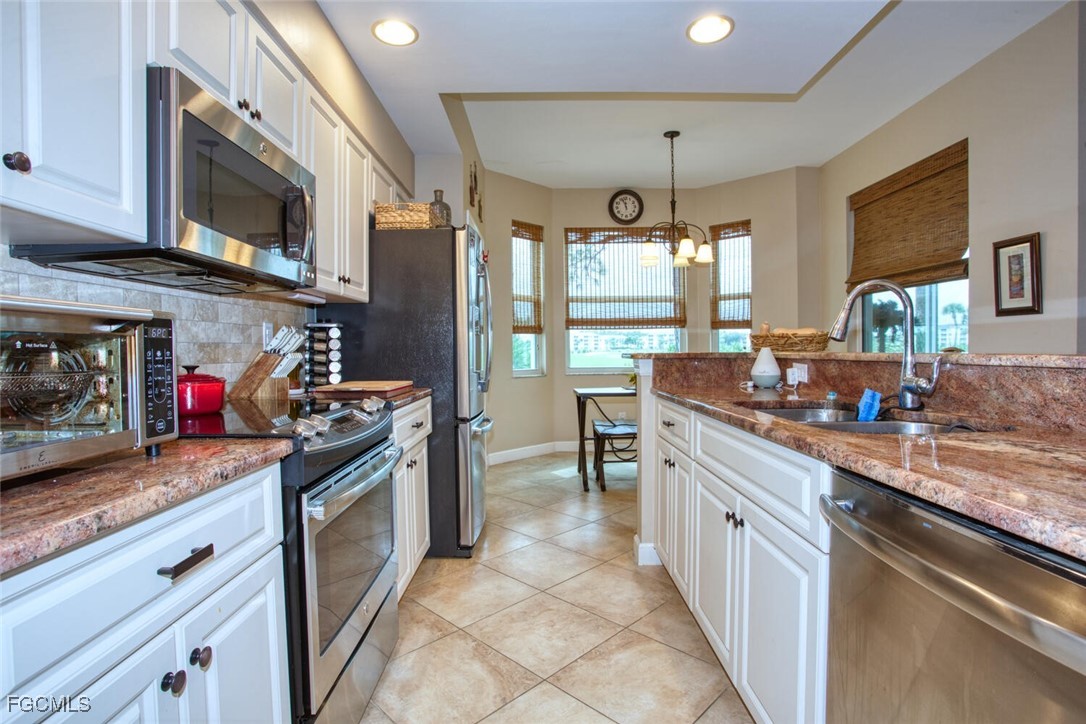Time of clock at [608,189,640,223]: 11:56
